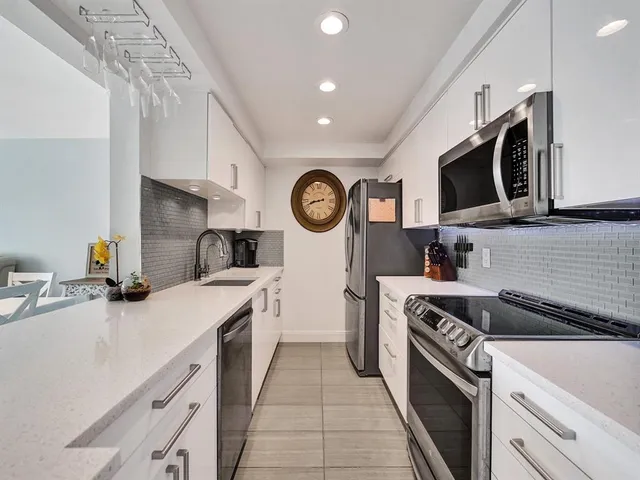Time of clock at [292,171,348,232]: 8:42
